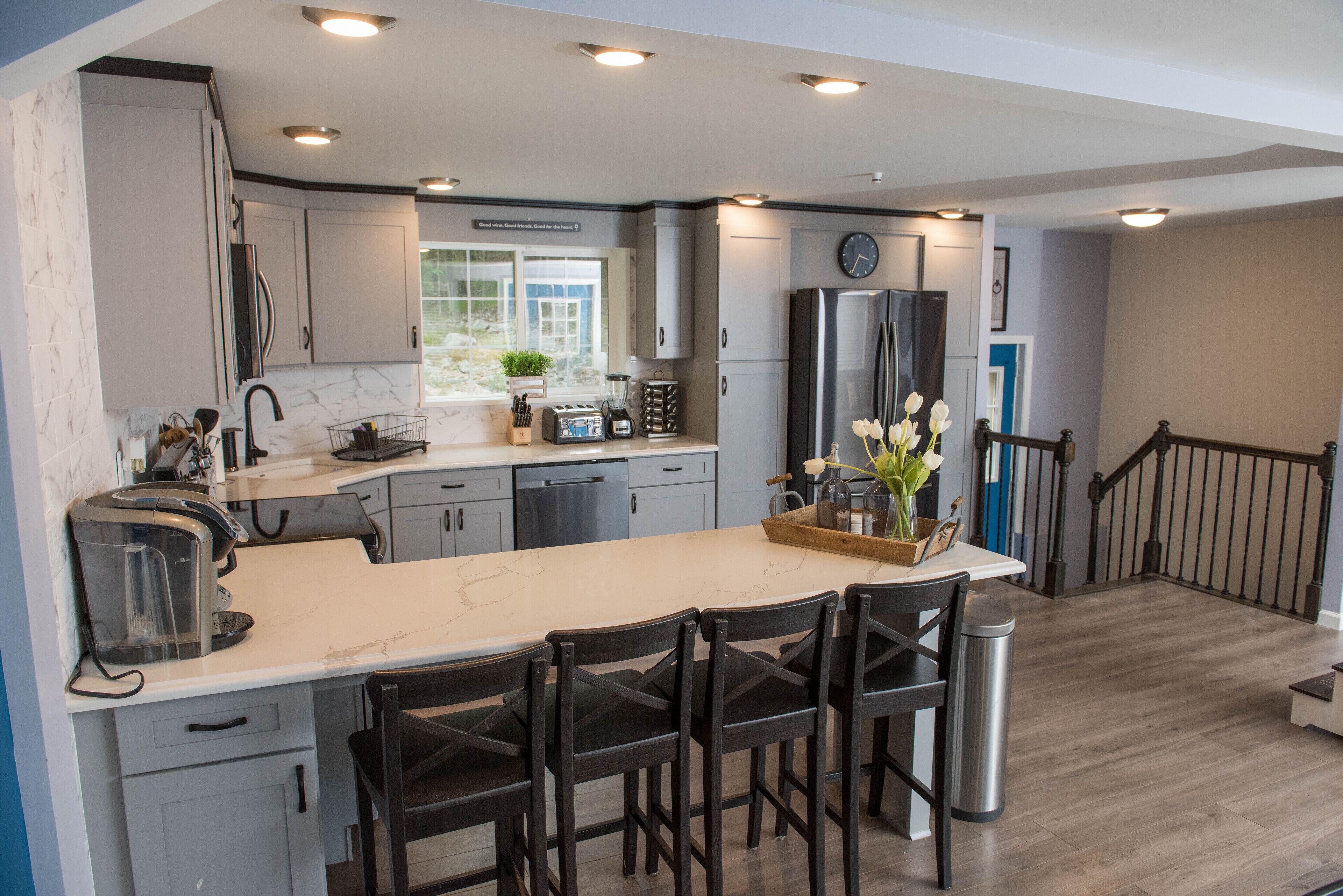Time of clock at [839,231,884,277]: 3:34
